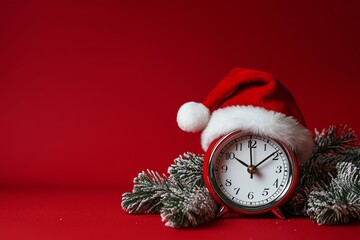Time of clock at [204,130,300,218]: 10:08
